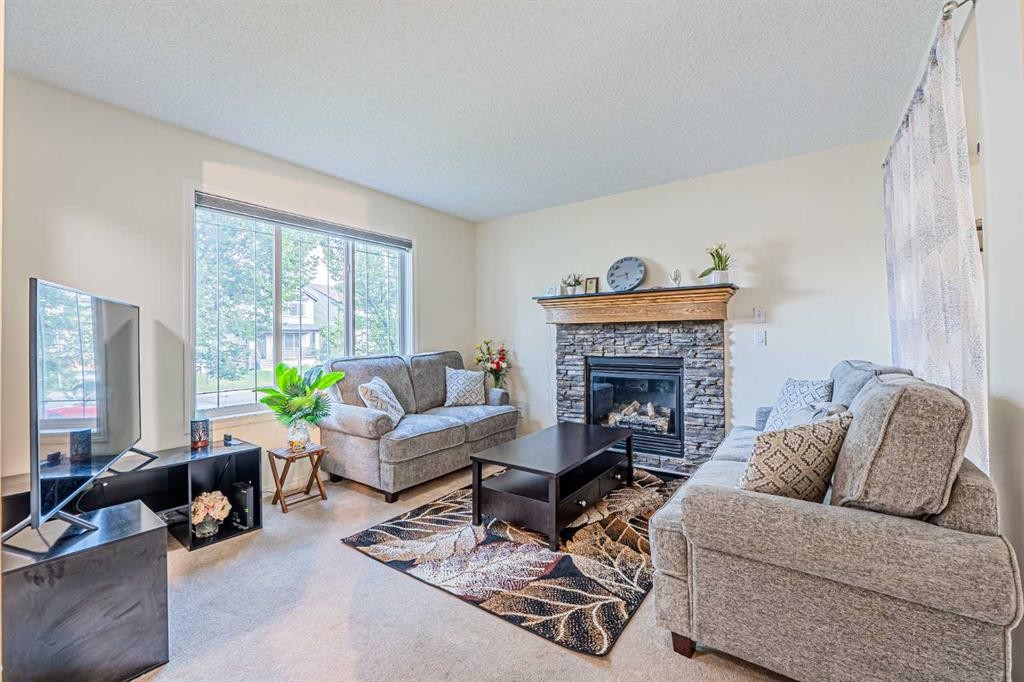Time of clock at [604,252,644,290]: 8:26
